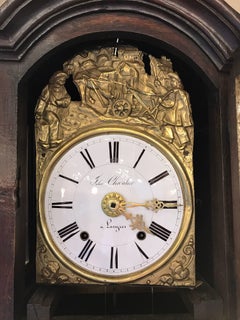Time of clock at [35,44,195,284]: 4:14
